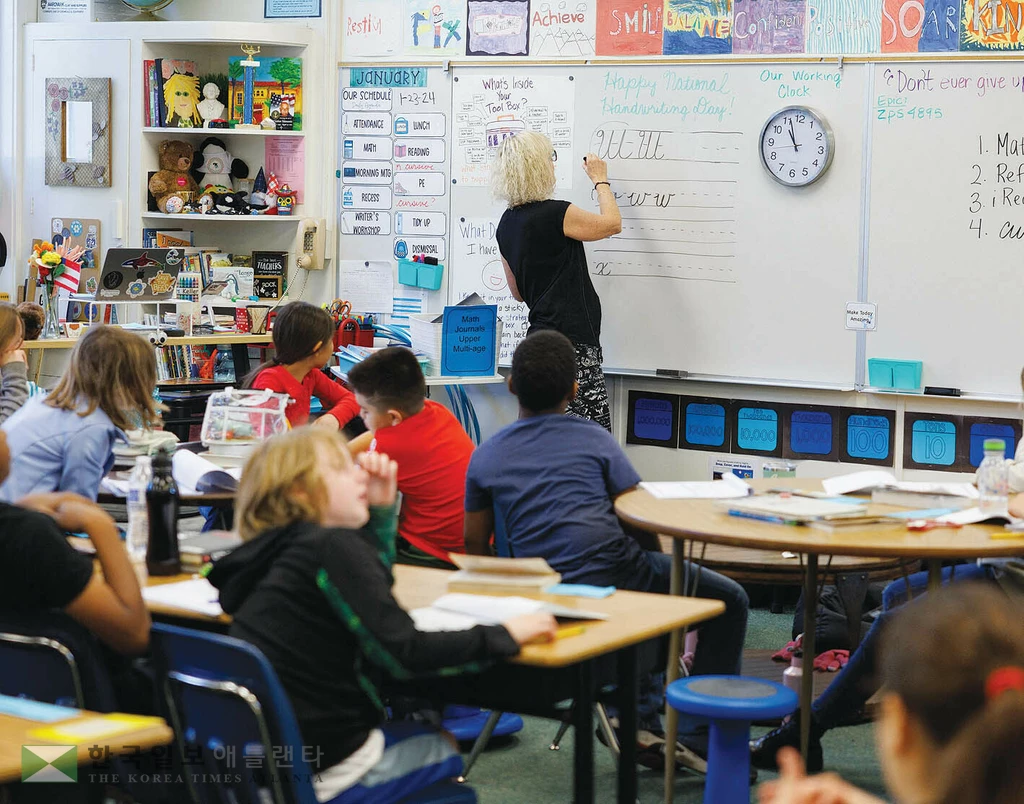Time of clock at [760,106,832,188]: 10:56
